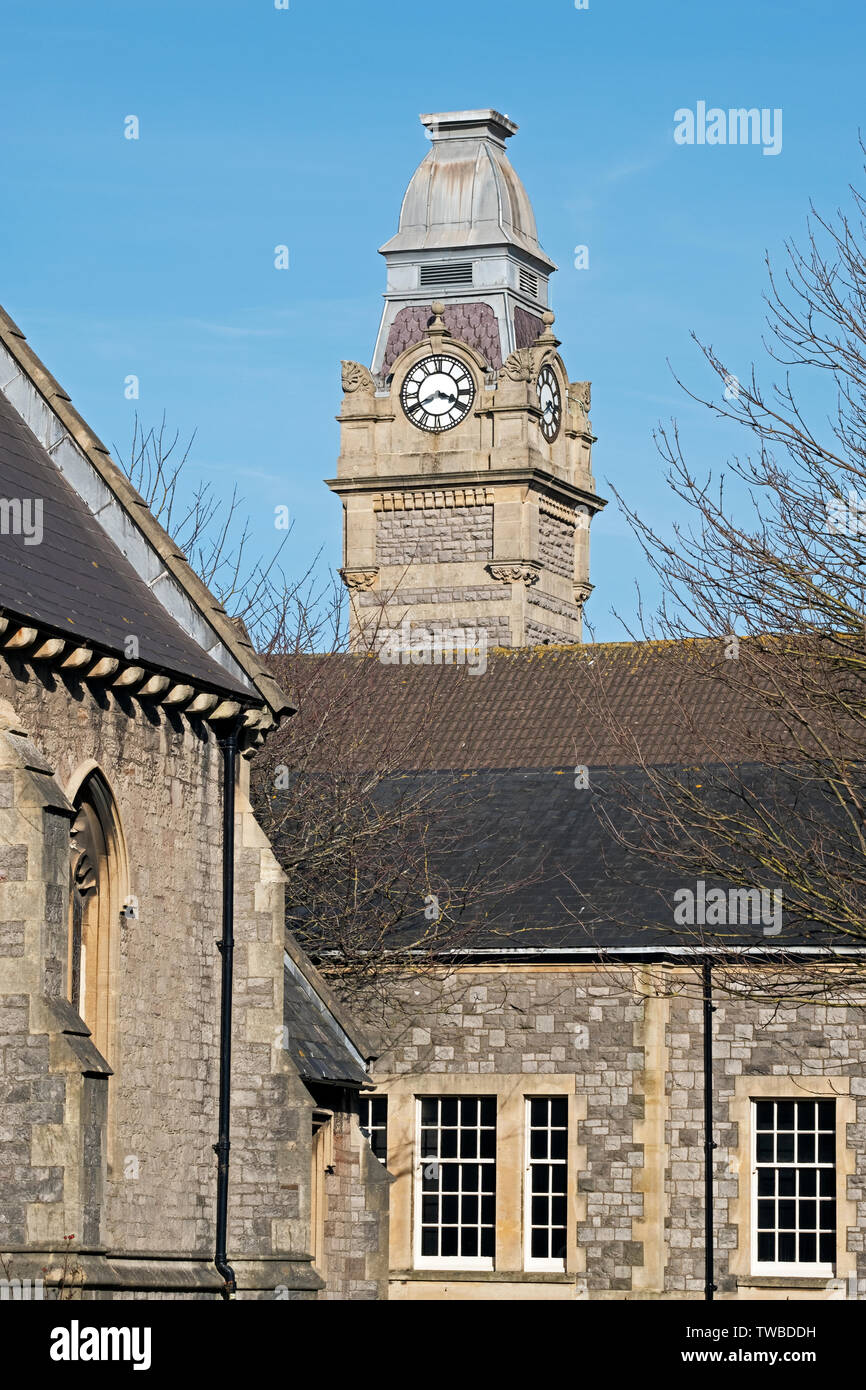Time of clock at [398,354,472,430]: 3:40
